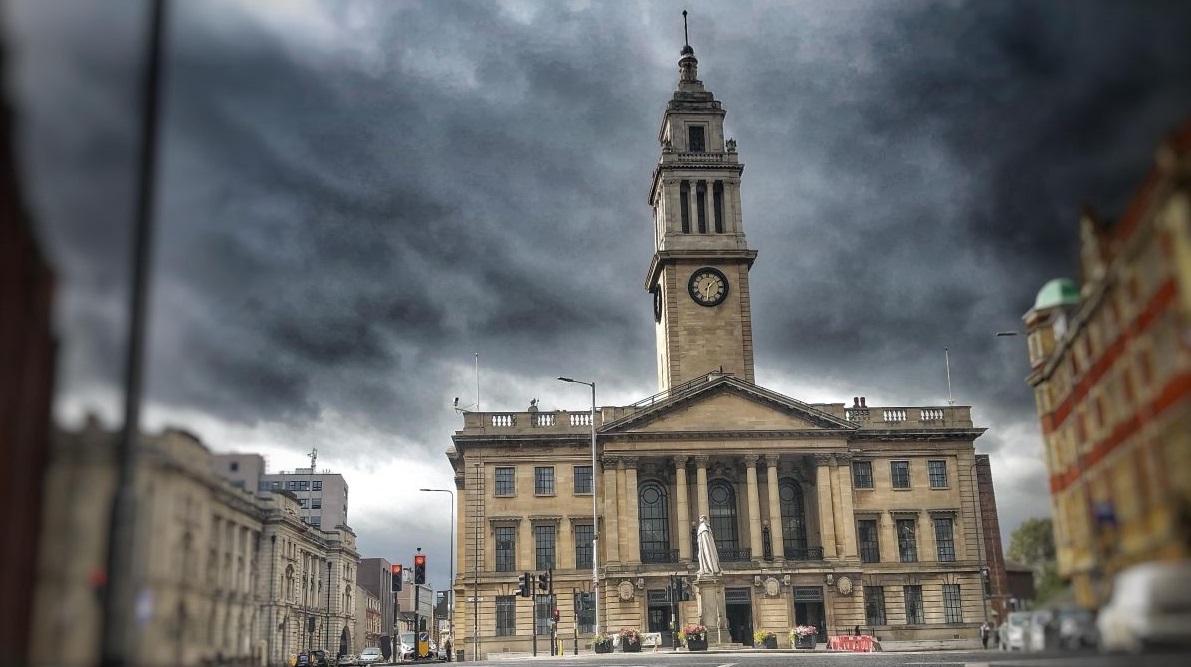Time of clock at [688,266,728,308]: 1:30
